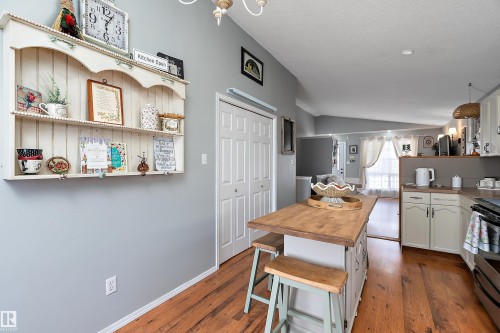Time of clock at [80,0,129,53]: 6:04
